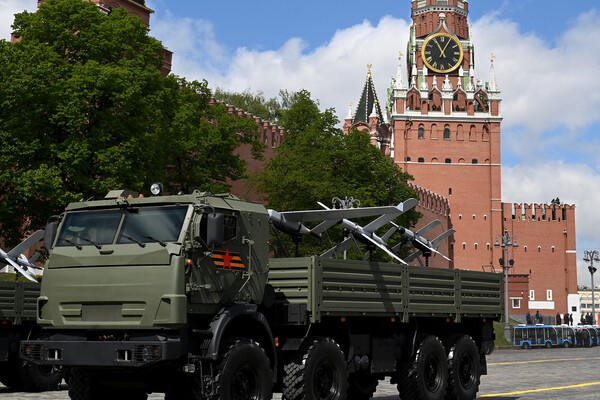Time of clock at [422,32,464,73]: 11:05
